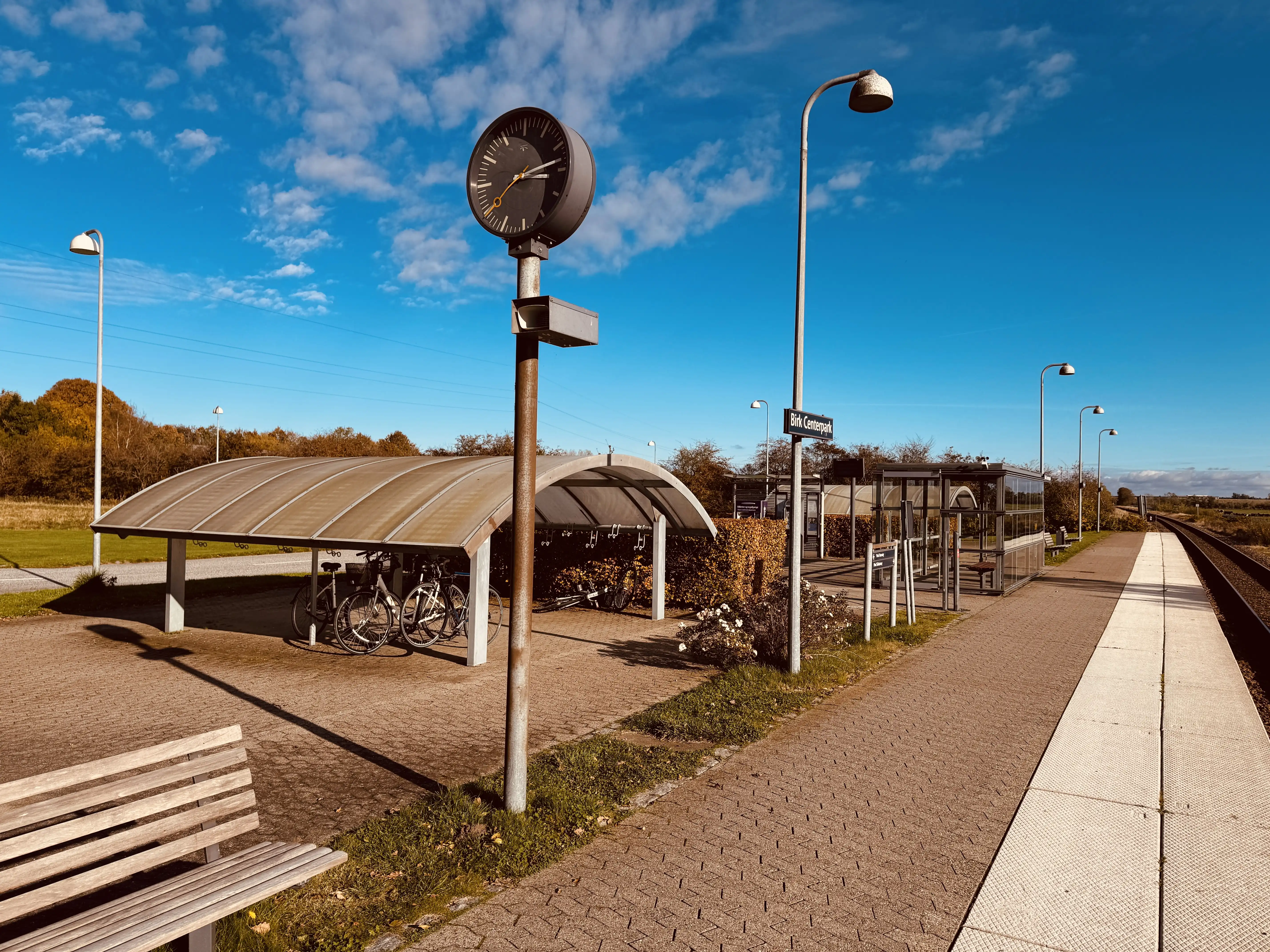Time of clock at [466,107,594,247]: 3:12
